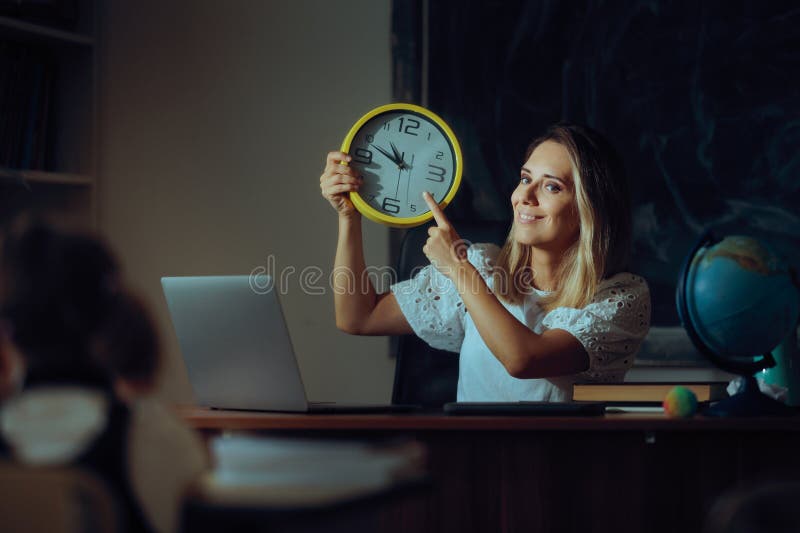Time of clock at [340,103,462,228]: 10:48
